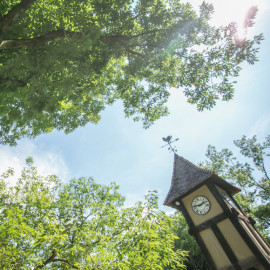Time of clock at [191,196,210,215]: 1:42
